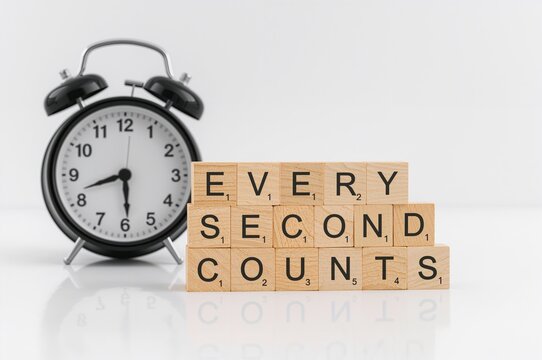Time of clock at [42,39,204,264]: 8:29
